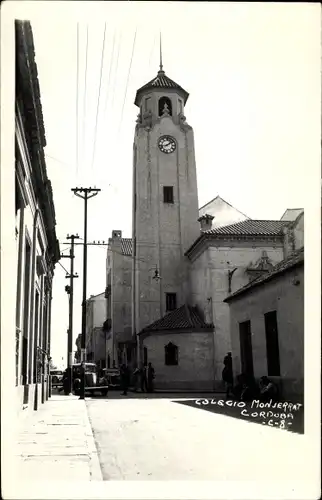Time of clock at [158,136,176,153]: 1:42
